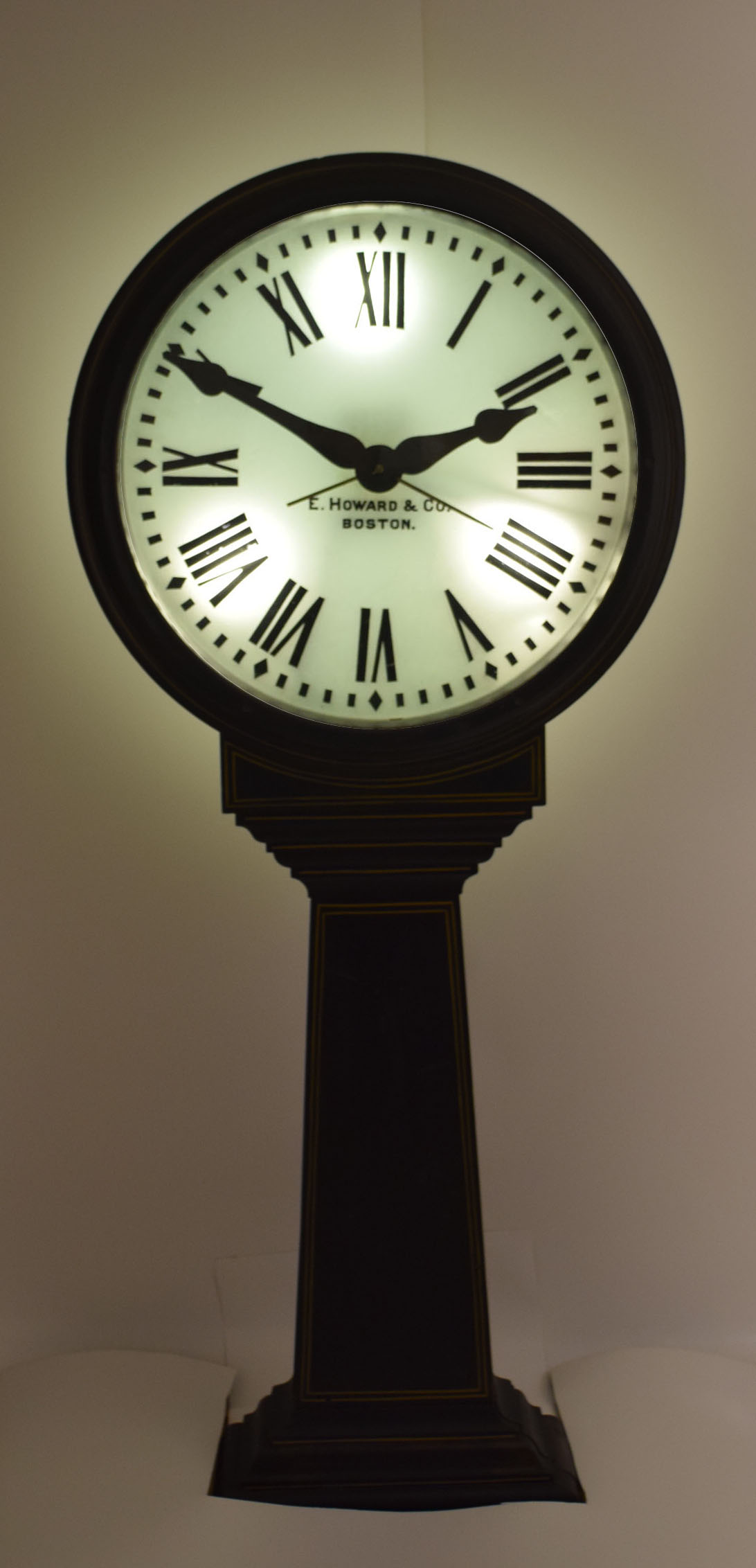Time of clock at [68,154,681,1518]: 1:49
